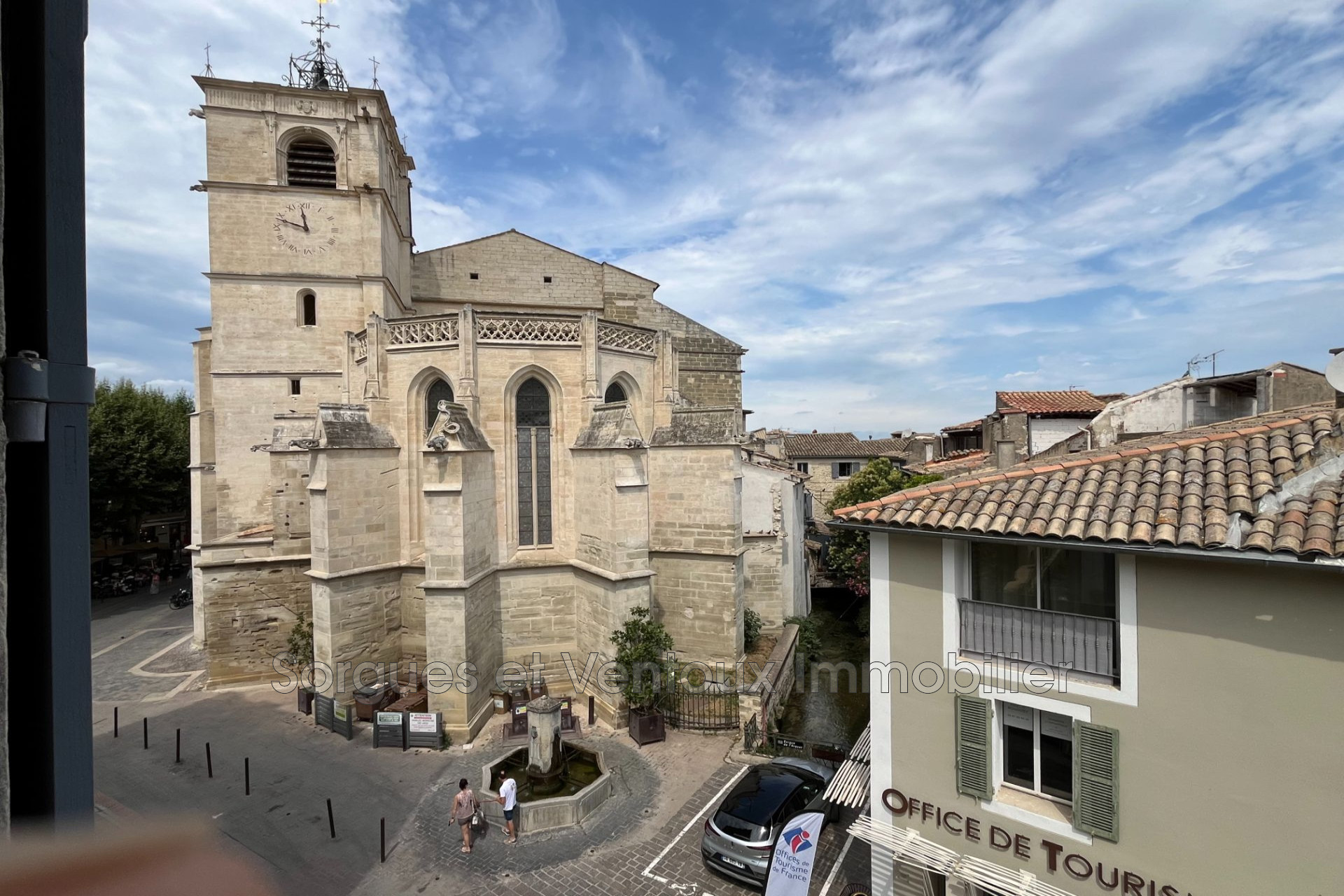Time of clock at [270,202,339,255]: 11:47
